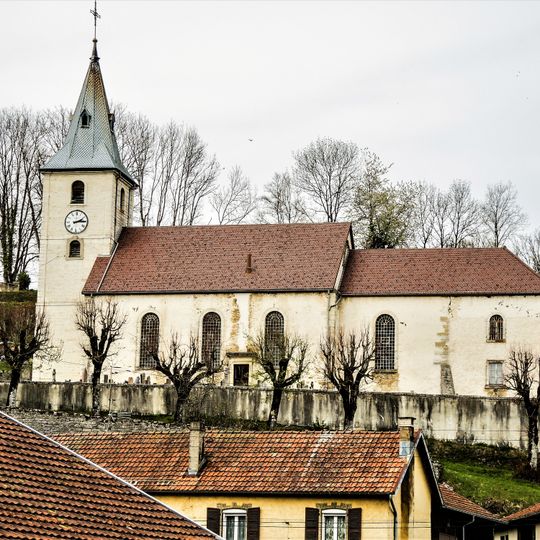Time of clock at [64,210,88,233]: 2:14
